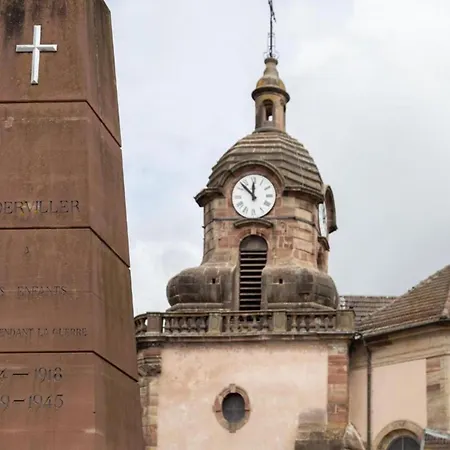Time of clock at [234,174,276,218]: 11:52
